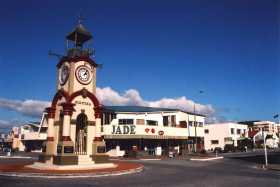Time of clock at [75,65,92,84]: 2:06
